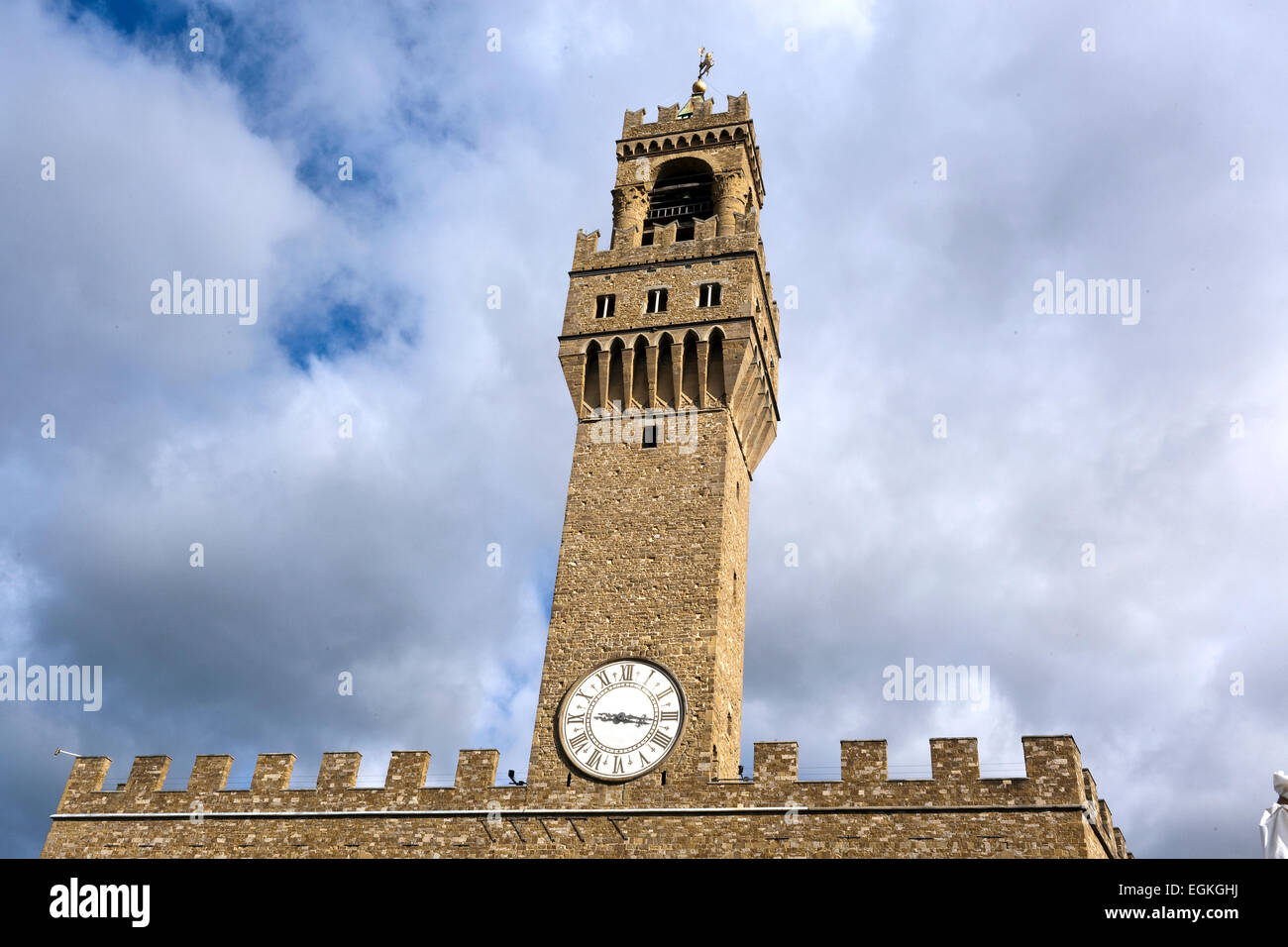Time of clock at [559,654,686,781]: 9:16
